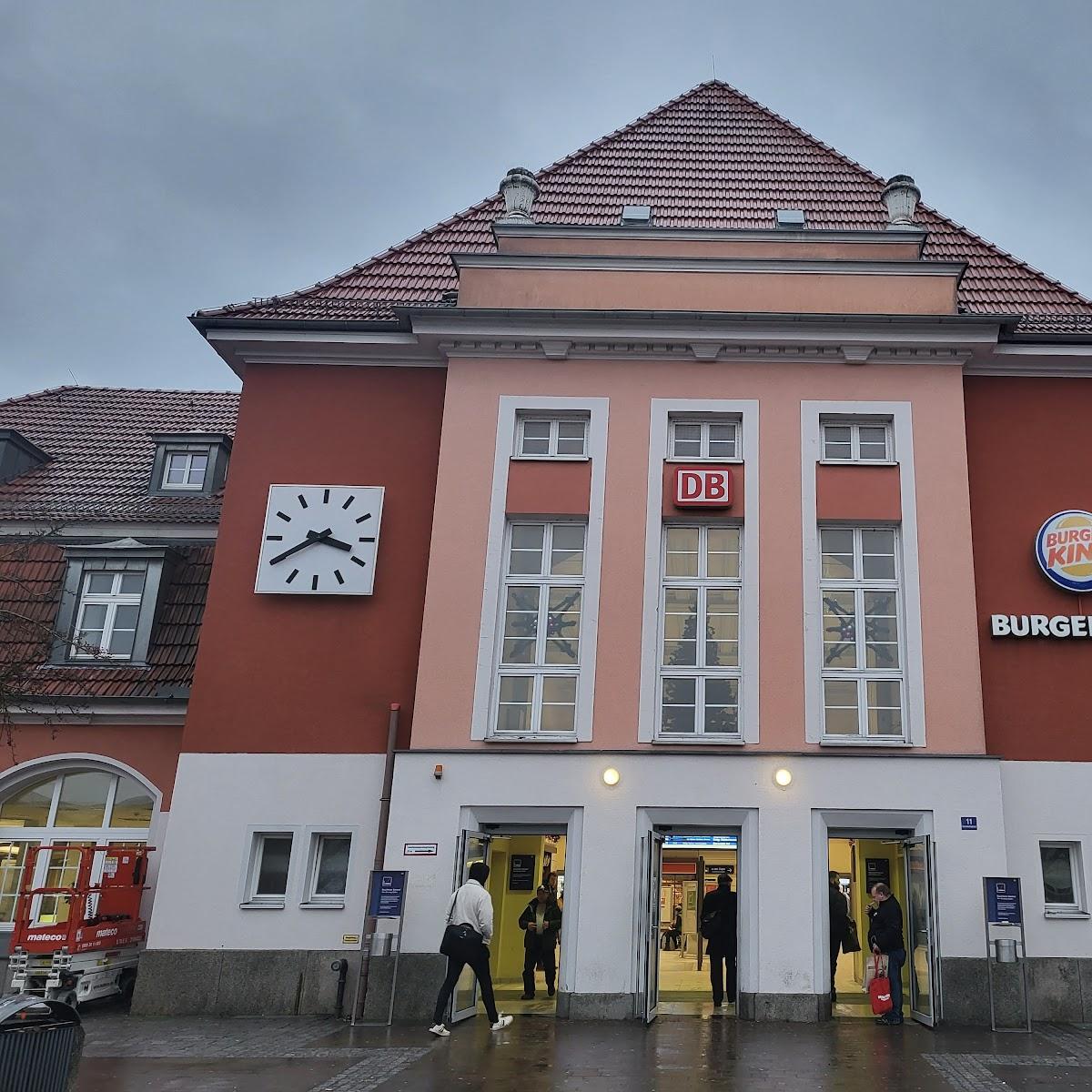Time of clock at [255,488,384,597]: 3:39
